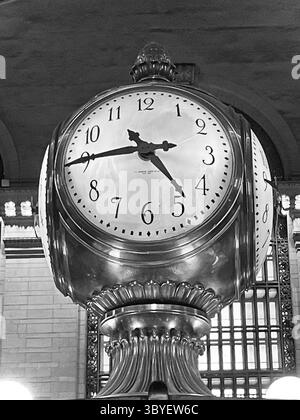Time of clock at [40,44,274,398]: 4:45
